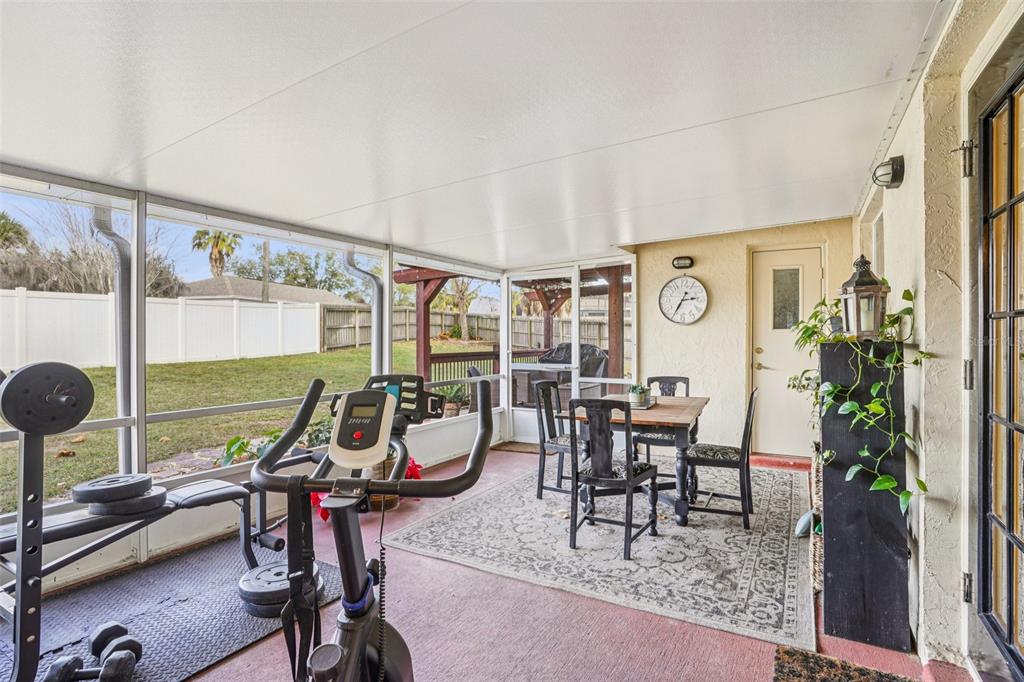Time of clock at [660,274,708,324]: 2:35
